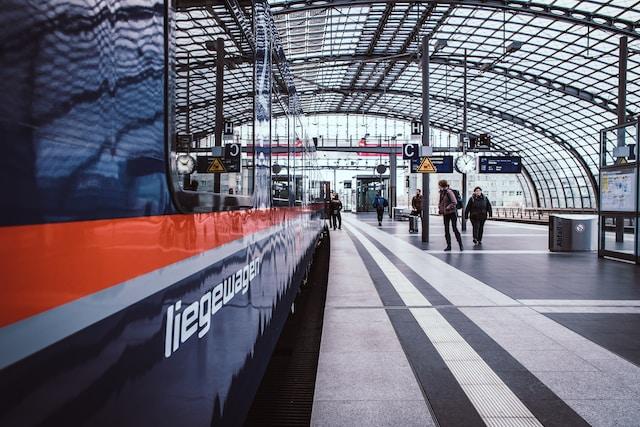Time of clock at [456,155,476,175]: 11:07
